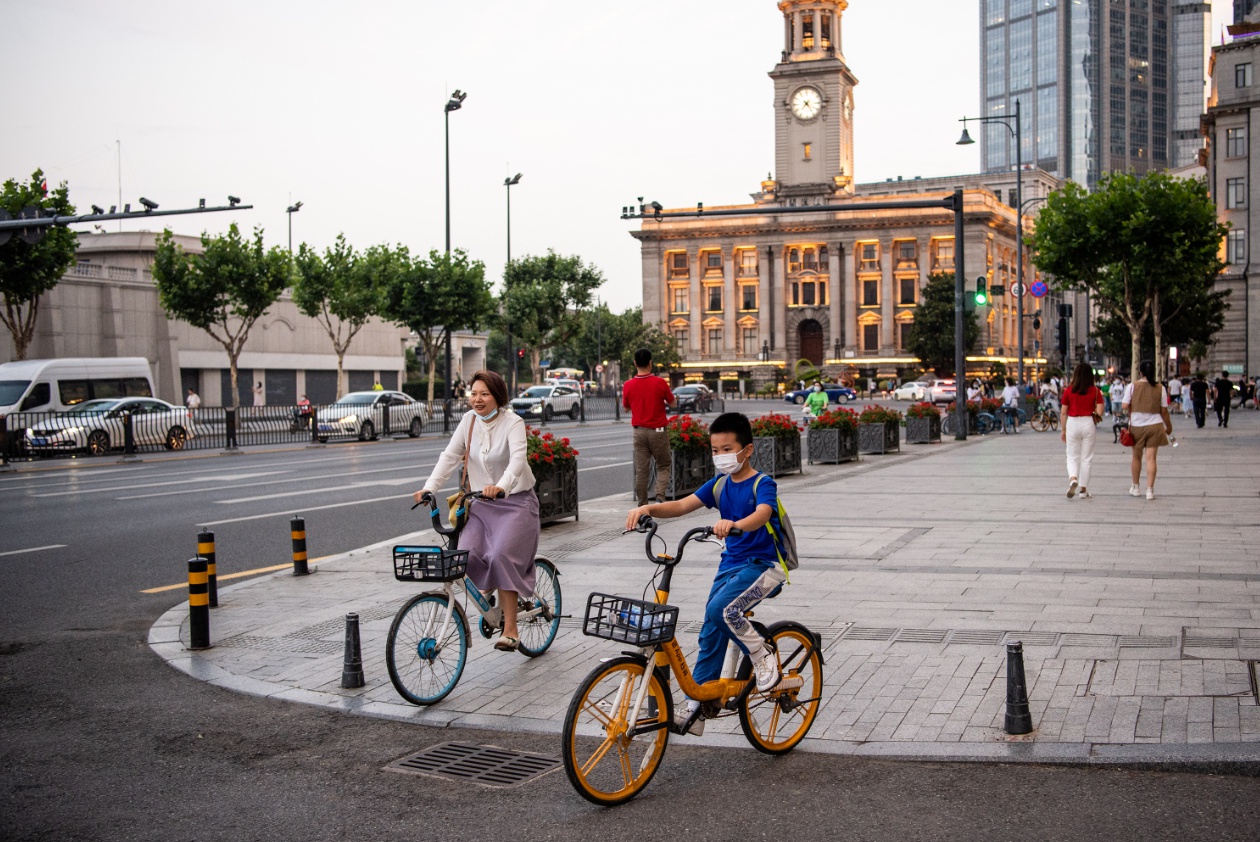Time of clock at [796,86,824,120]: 7:23
